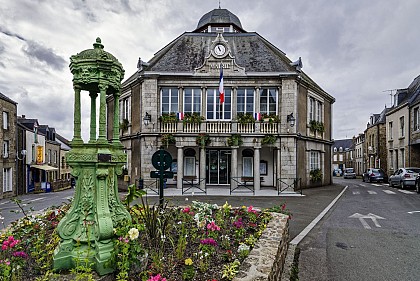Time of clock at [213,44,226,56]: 10:56
